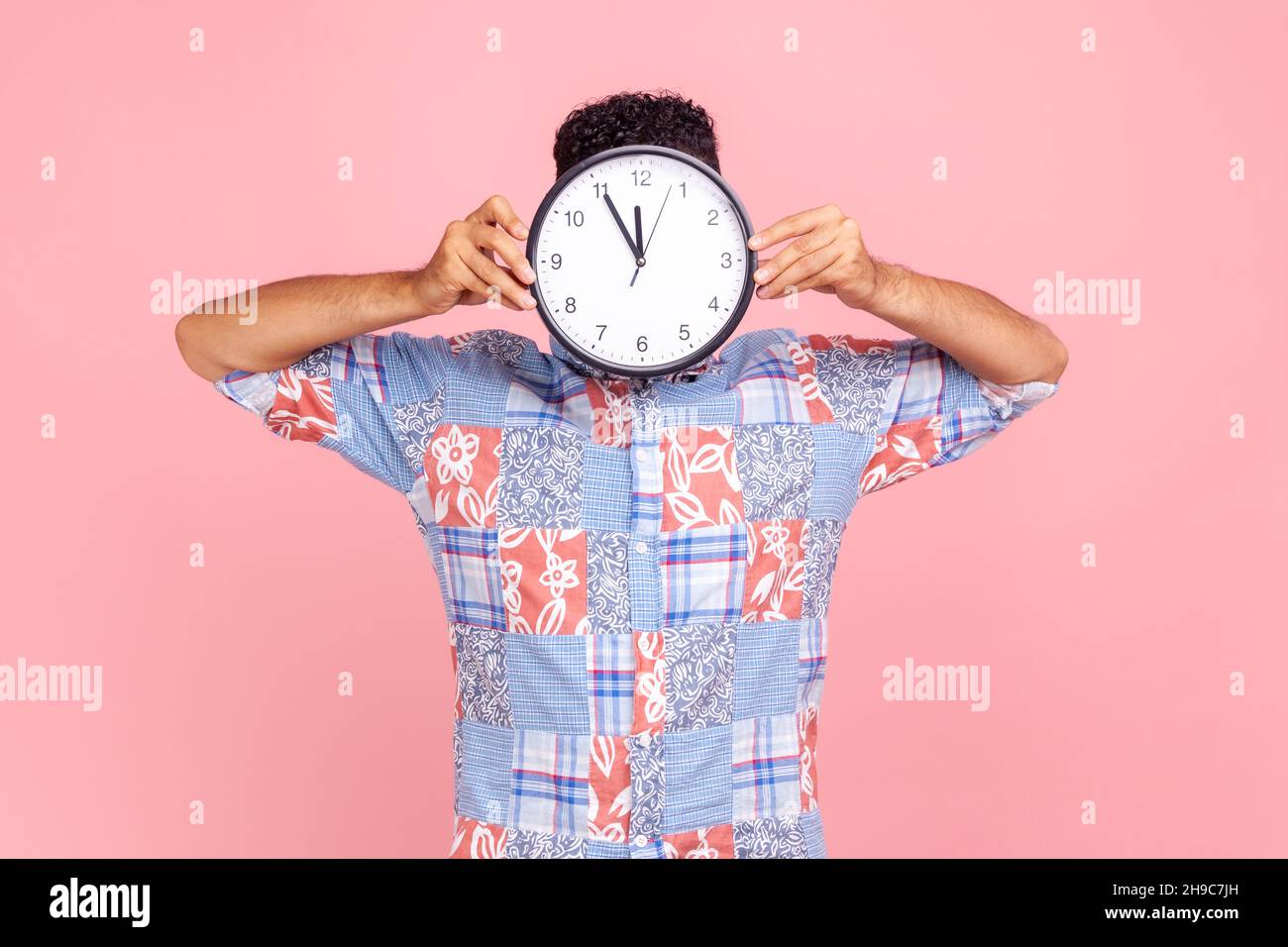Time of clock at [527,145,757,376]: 11:55
